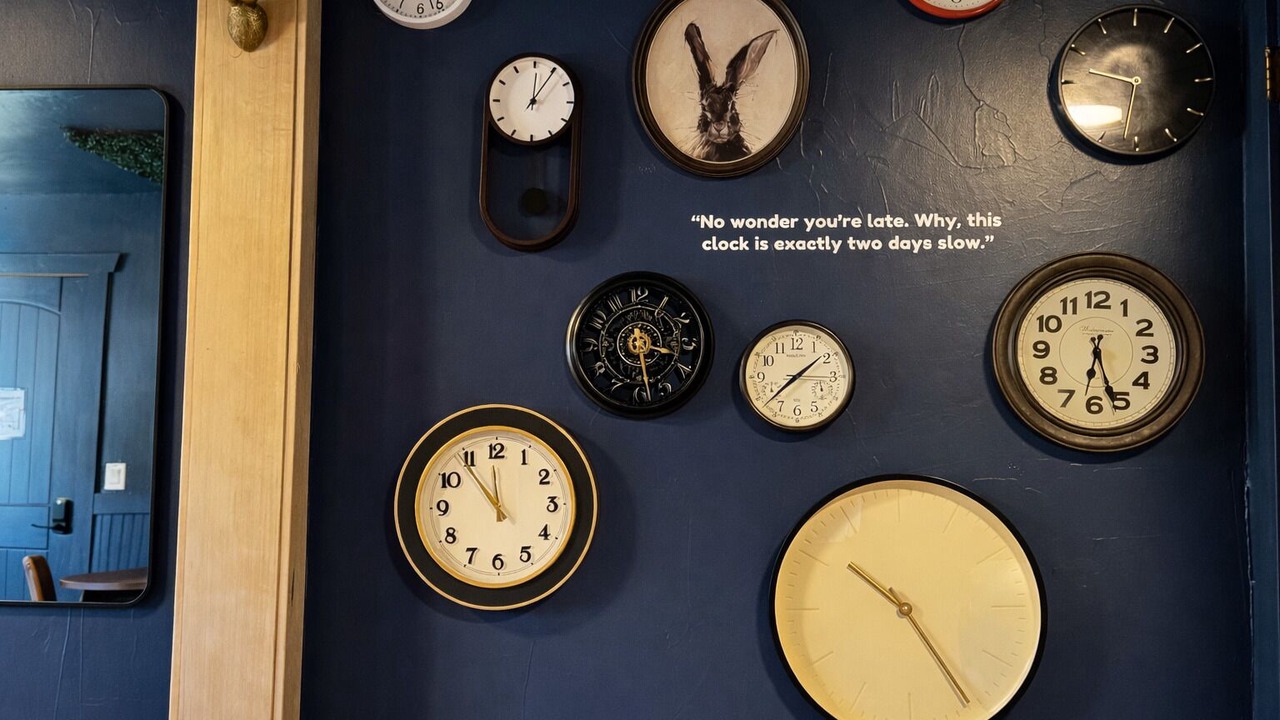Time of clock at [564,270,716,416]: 3:28
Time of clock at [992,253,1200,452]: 6:26
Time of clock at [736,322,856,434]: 1:38
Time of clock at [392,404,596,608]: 11:53
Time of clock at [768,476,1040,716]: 10:24
